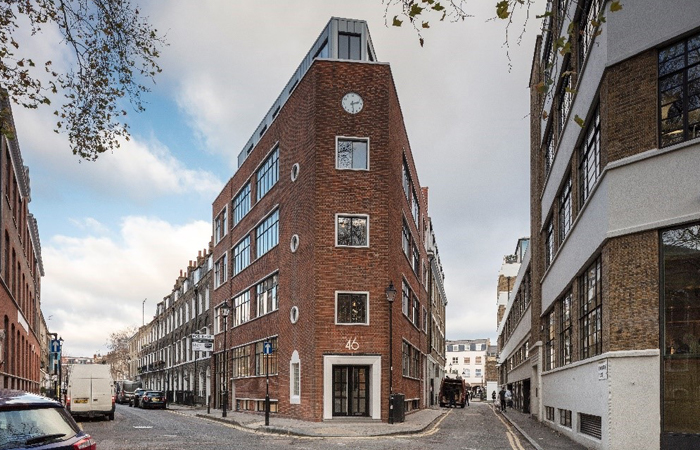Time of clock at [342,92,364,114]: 2:28
